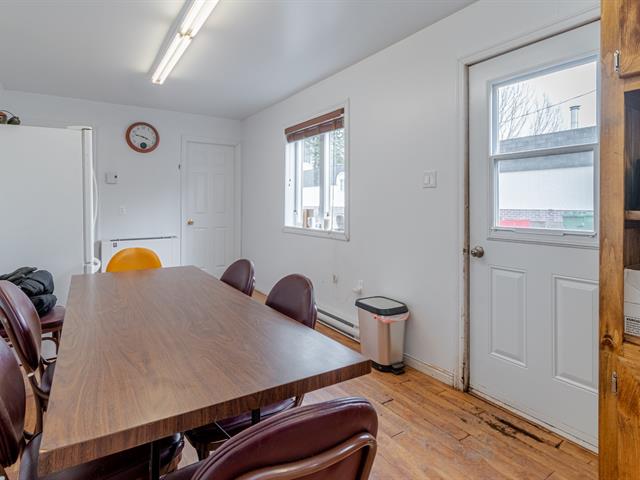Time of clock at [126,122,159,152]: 3:47
